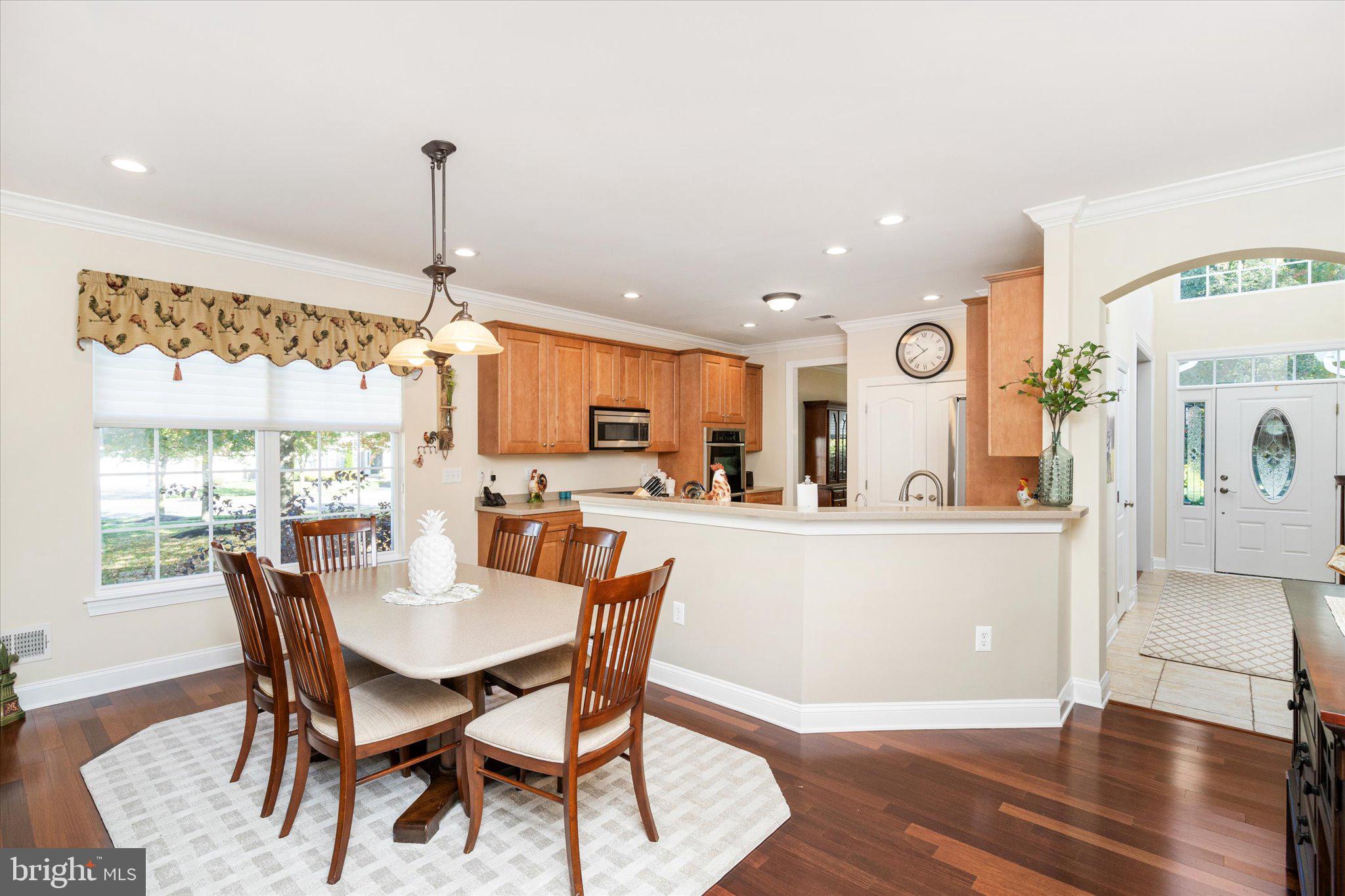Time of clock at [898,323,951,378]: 10:40
